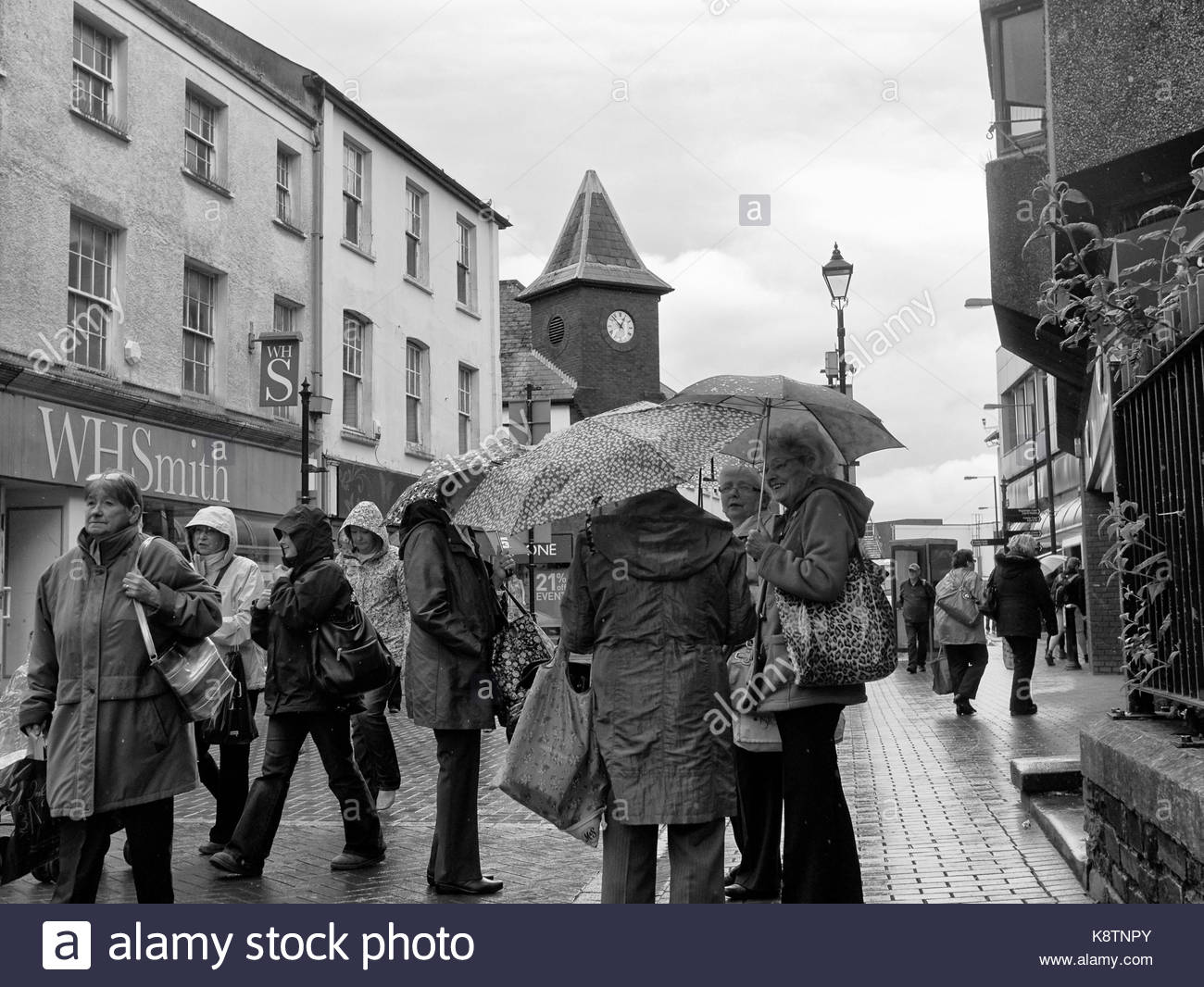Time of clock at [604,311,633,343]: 12:52
